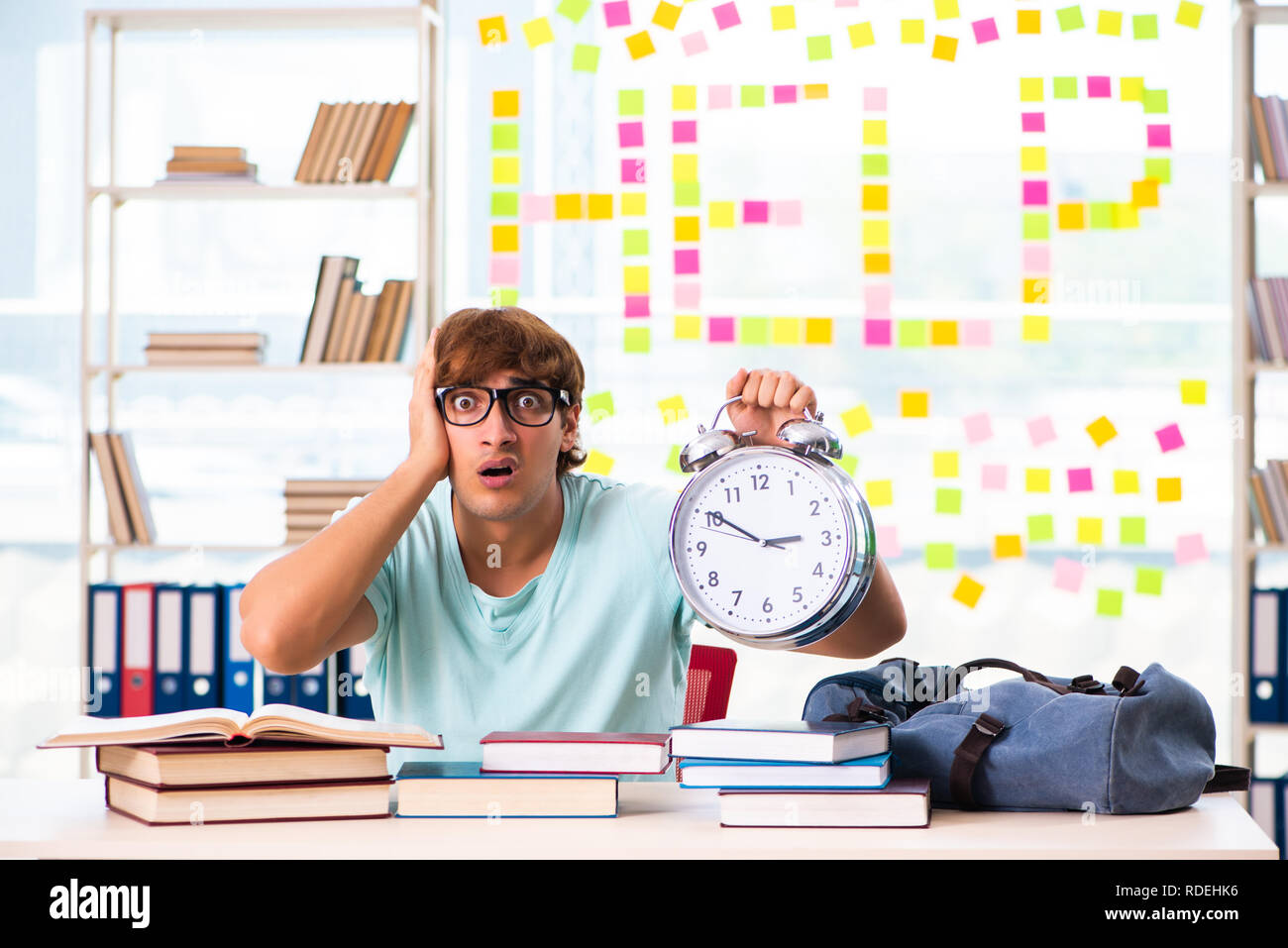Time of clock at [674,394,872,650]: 2:50
